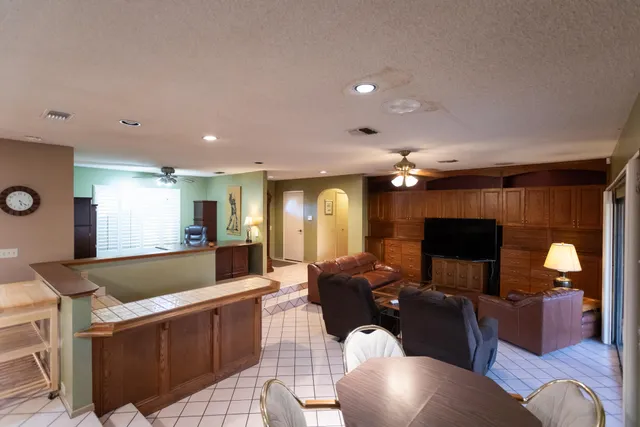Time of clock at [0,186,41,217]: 5:21
